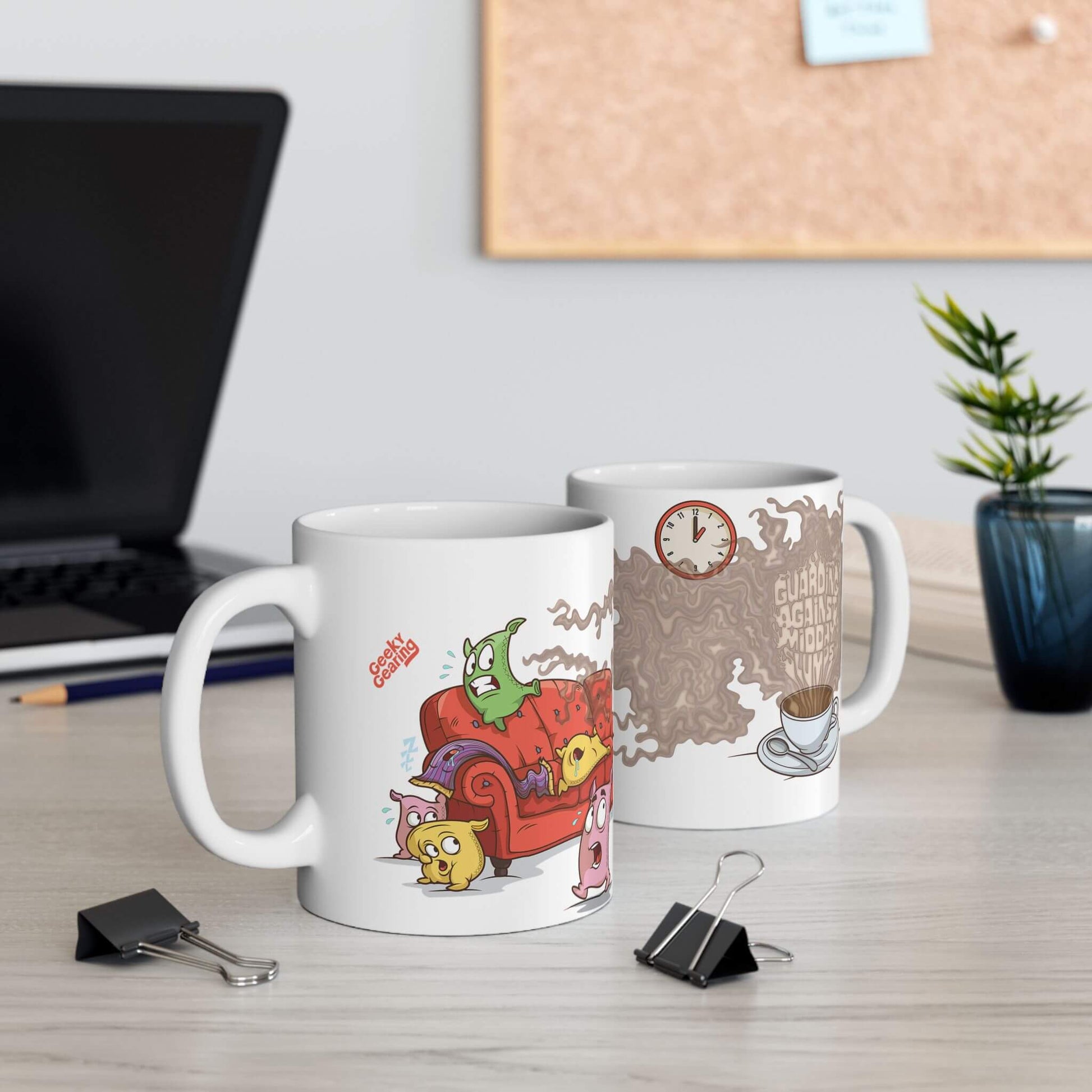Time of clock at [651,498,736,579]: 1:00
